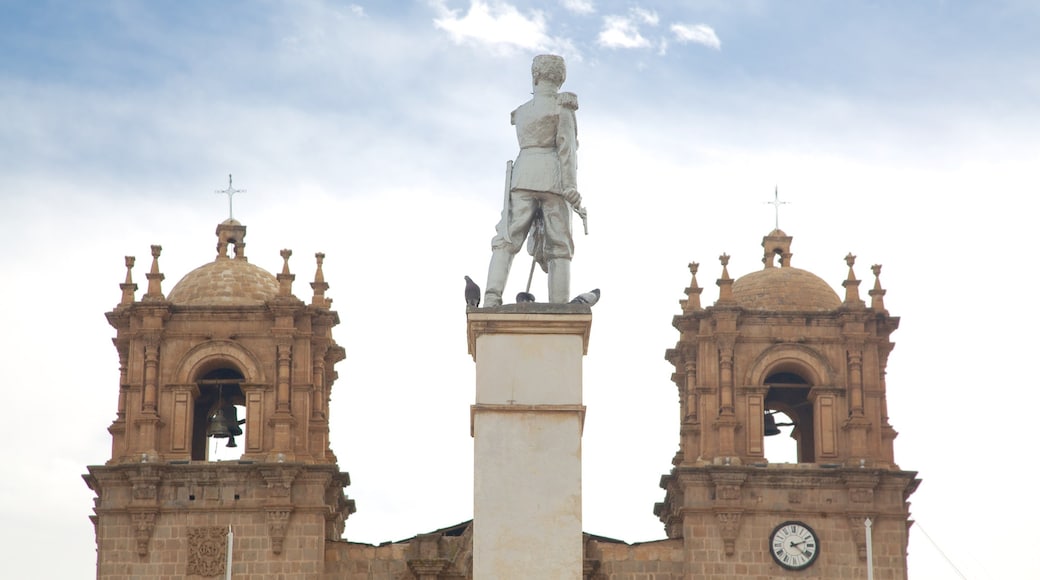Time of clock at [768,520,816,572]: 2:21
